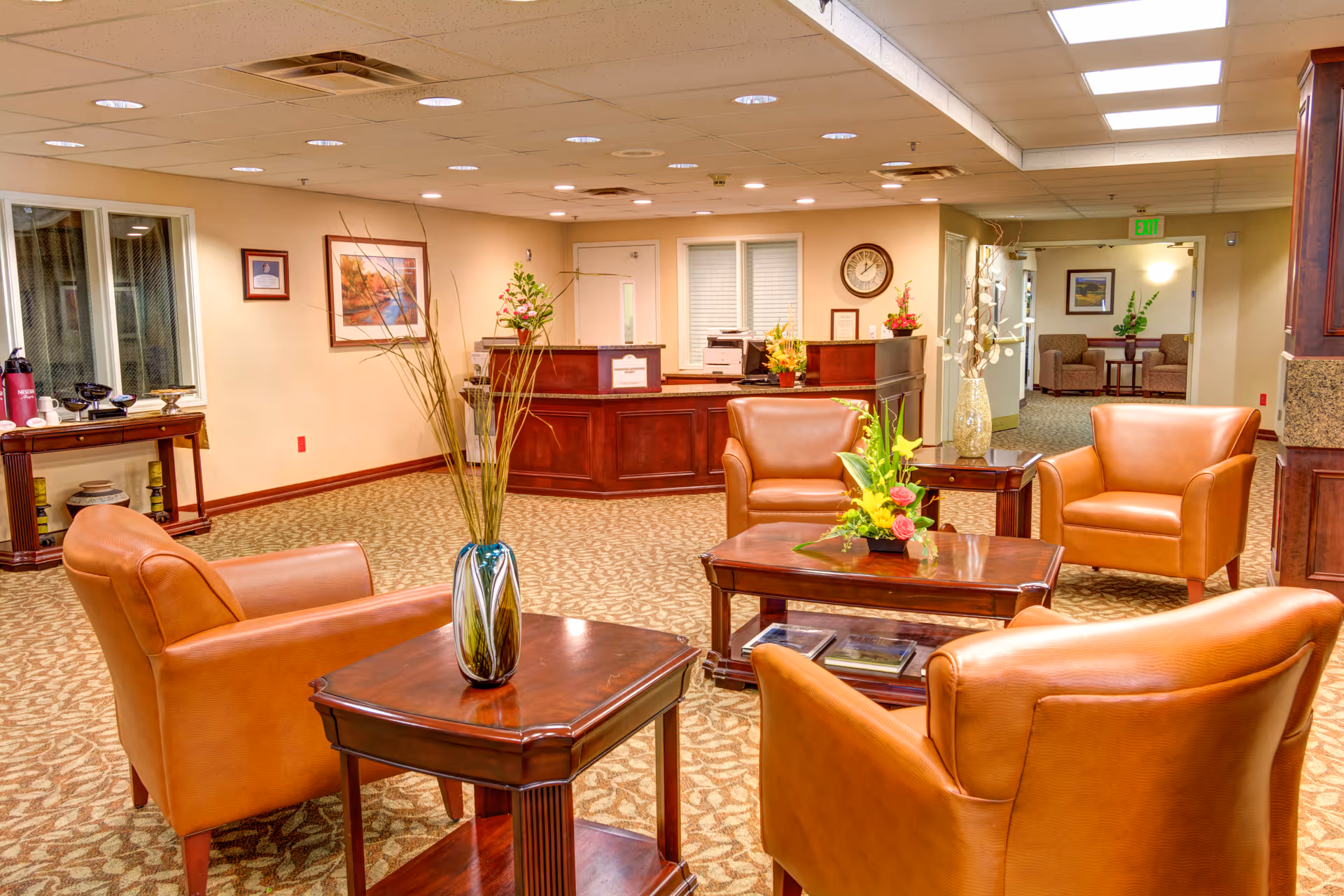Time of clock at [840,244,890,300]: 12:08
